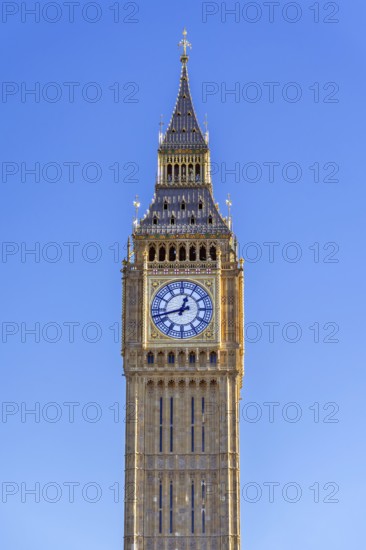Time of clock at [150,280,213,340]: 12:42
